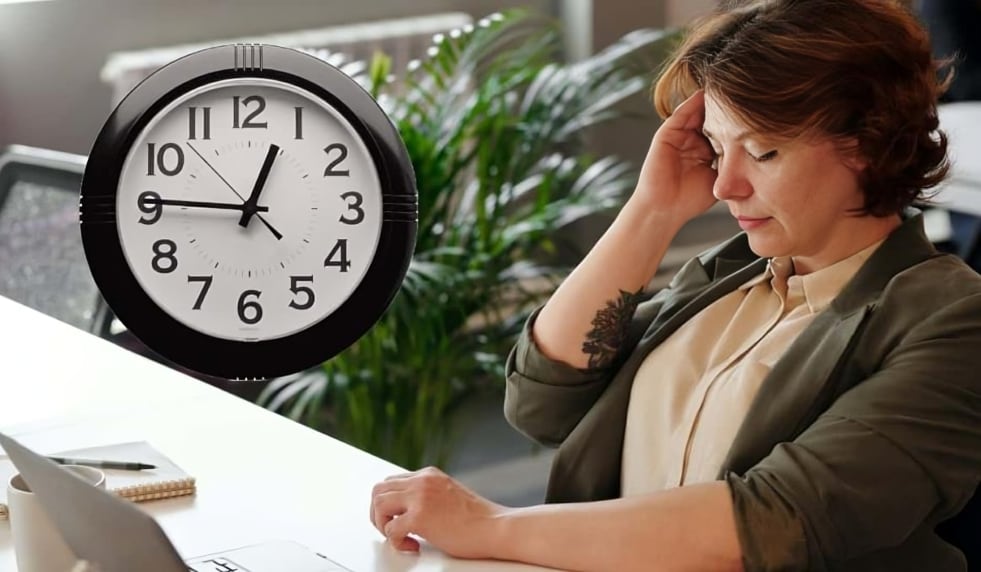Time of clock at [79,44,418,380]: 12:45
